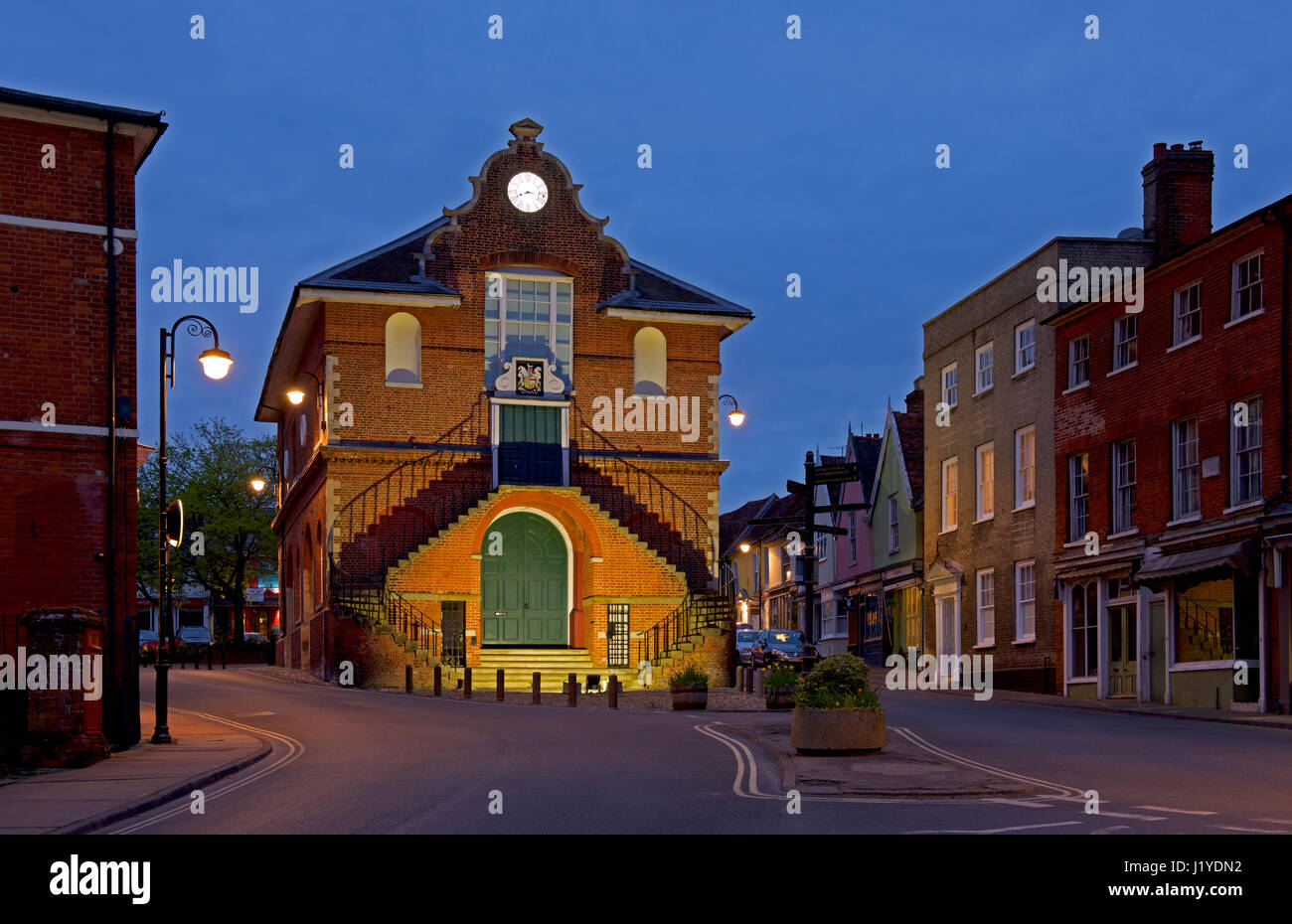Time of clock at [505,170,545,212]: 8:16
